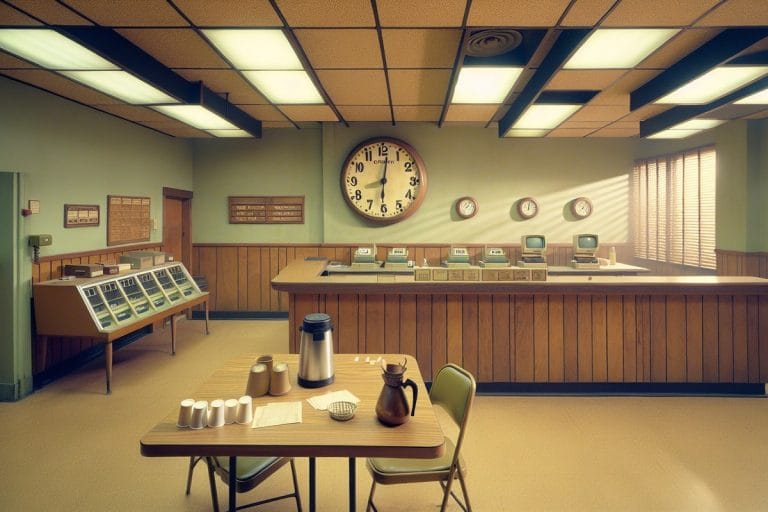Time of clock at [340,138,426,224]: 6:01
